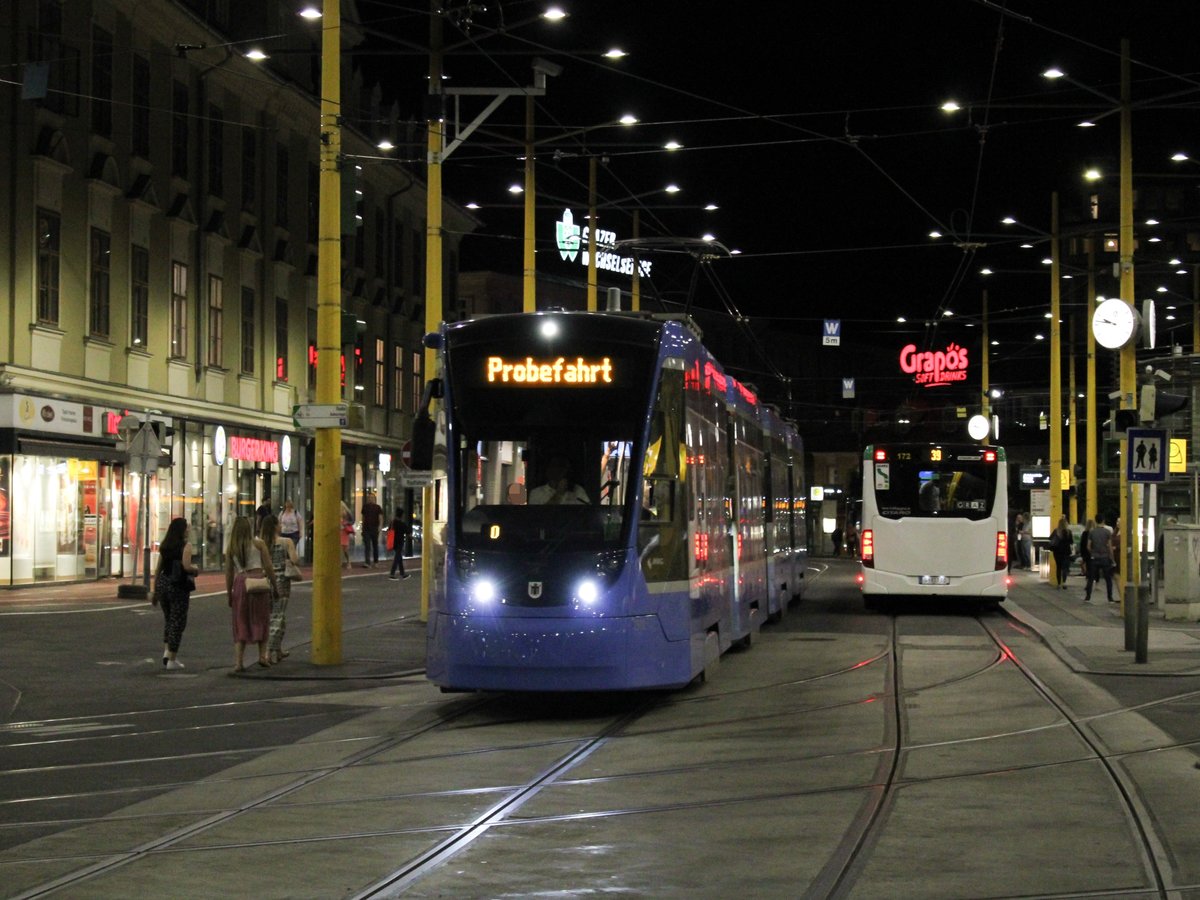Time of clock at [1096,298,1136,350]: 9:46
